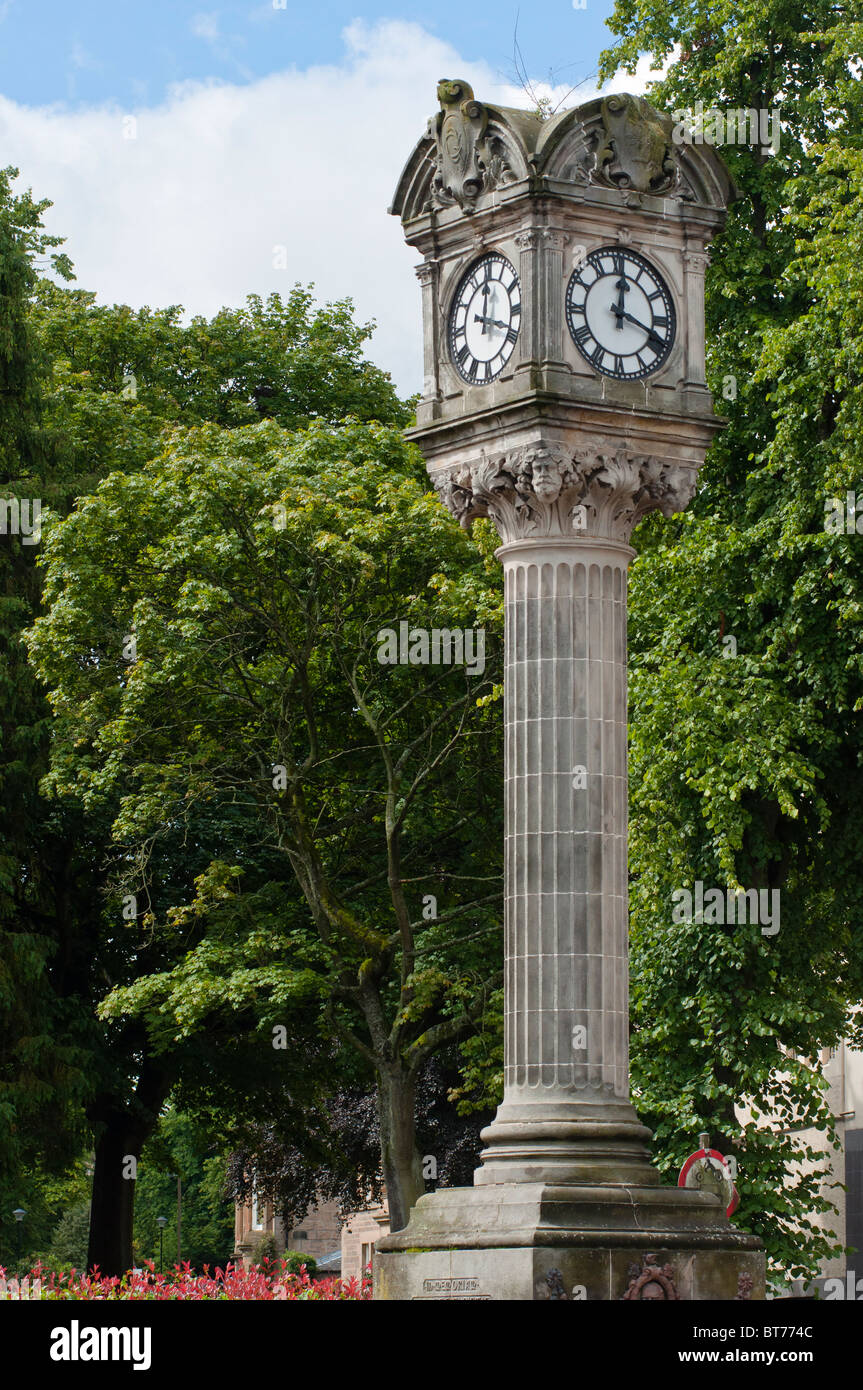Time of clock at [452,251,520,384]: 12:18
